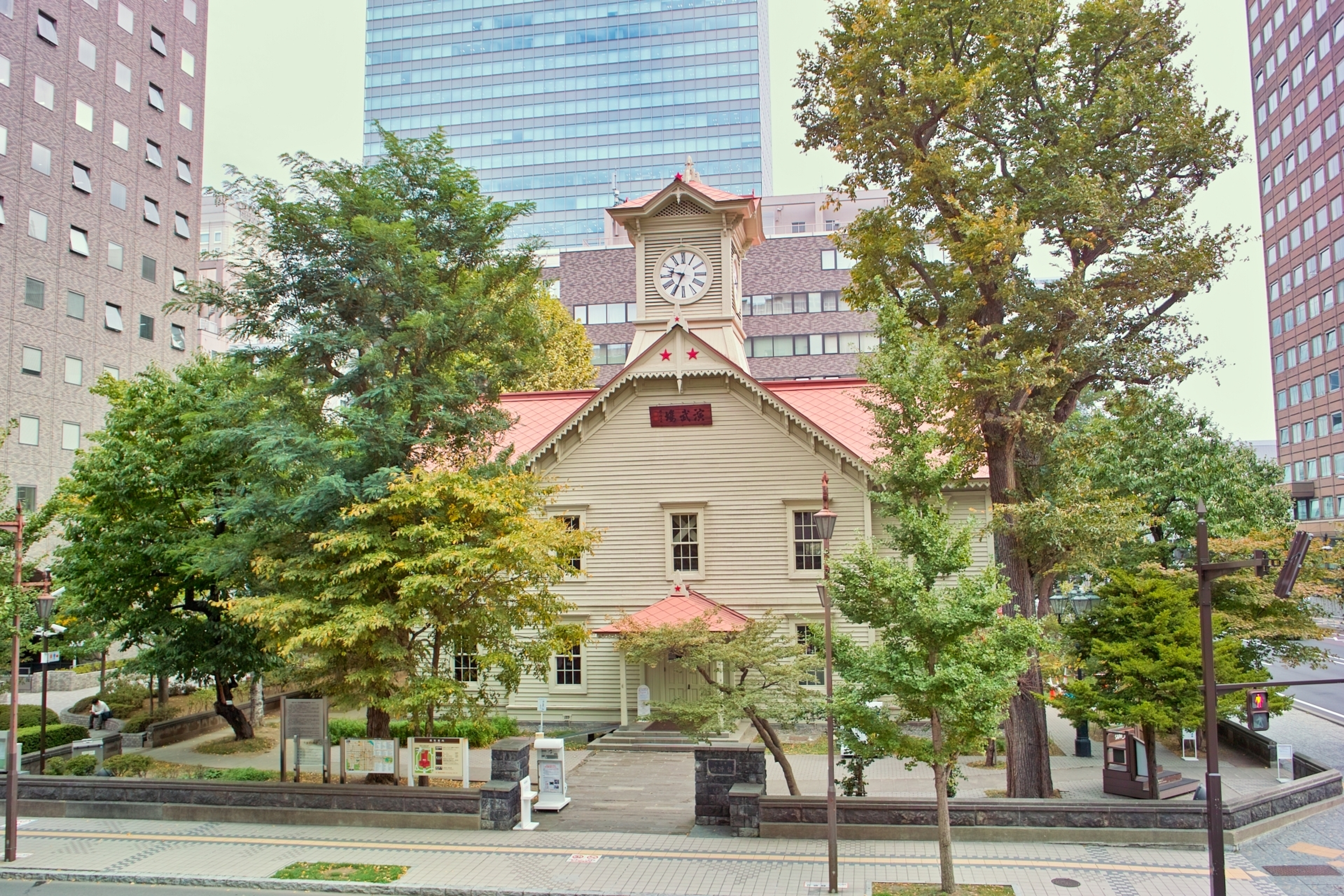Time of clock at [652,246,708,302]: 9:34
